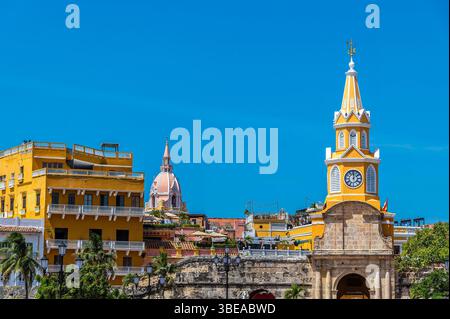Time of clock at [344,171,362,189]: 12:07
